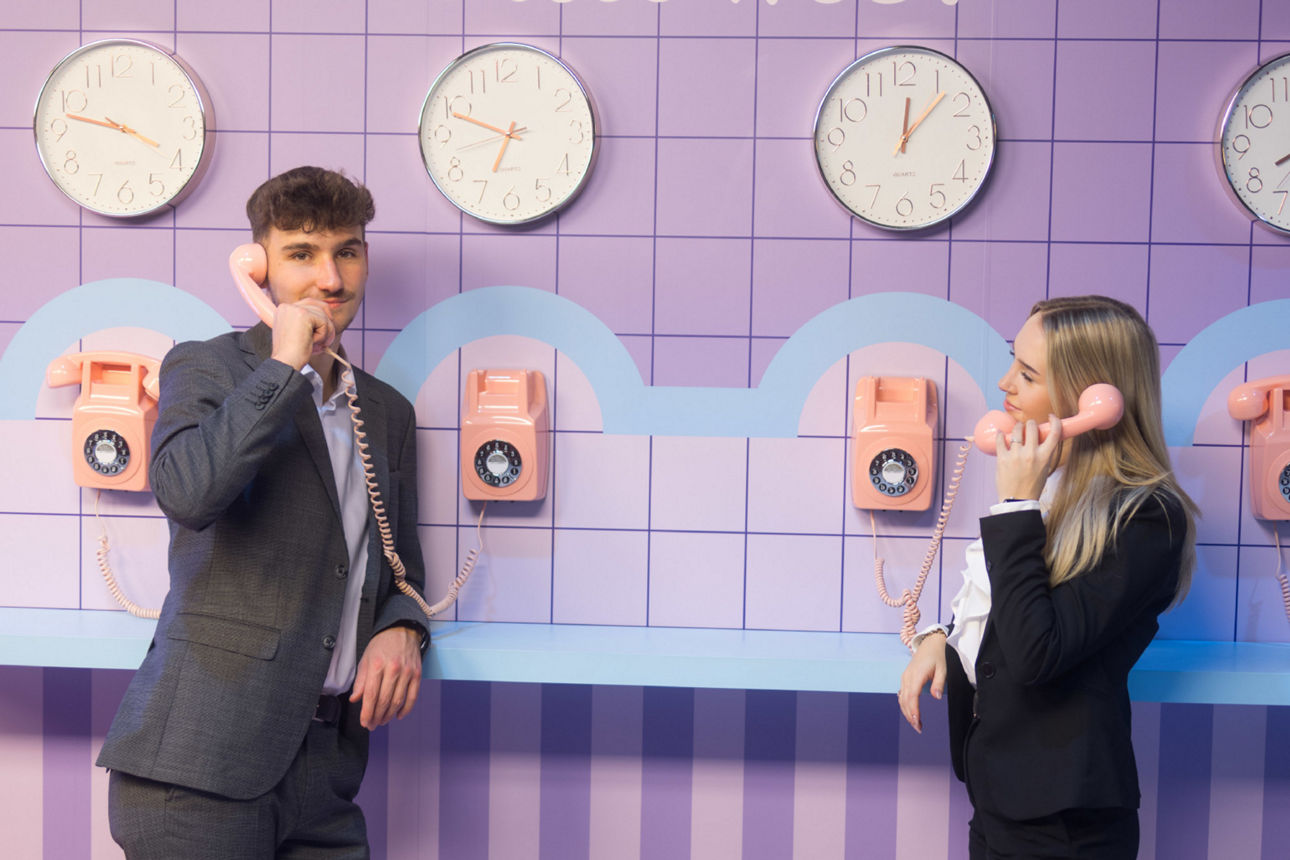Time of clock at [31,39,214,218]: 3:47
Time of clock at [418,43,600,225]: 6:48
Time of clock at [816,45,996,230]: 12:07
